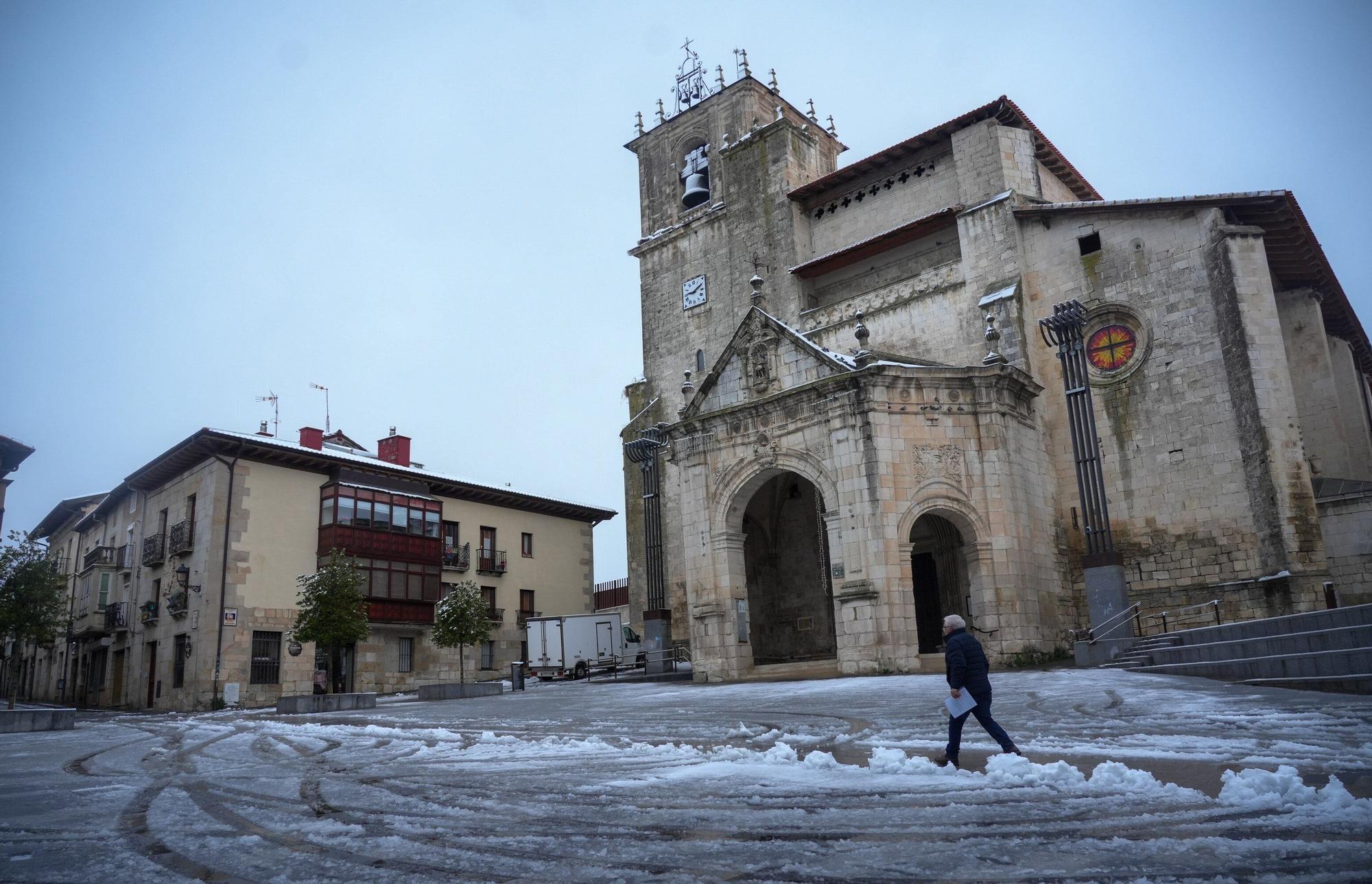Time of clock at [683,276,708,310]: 9:10
